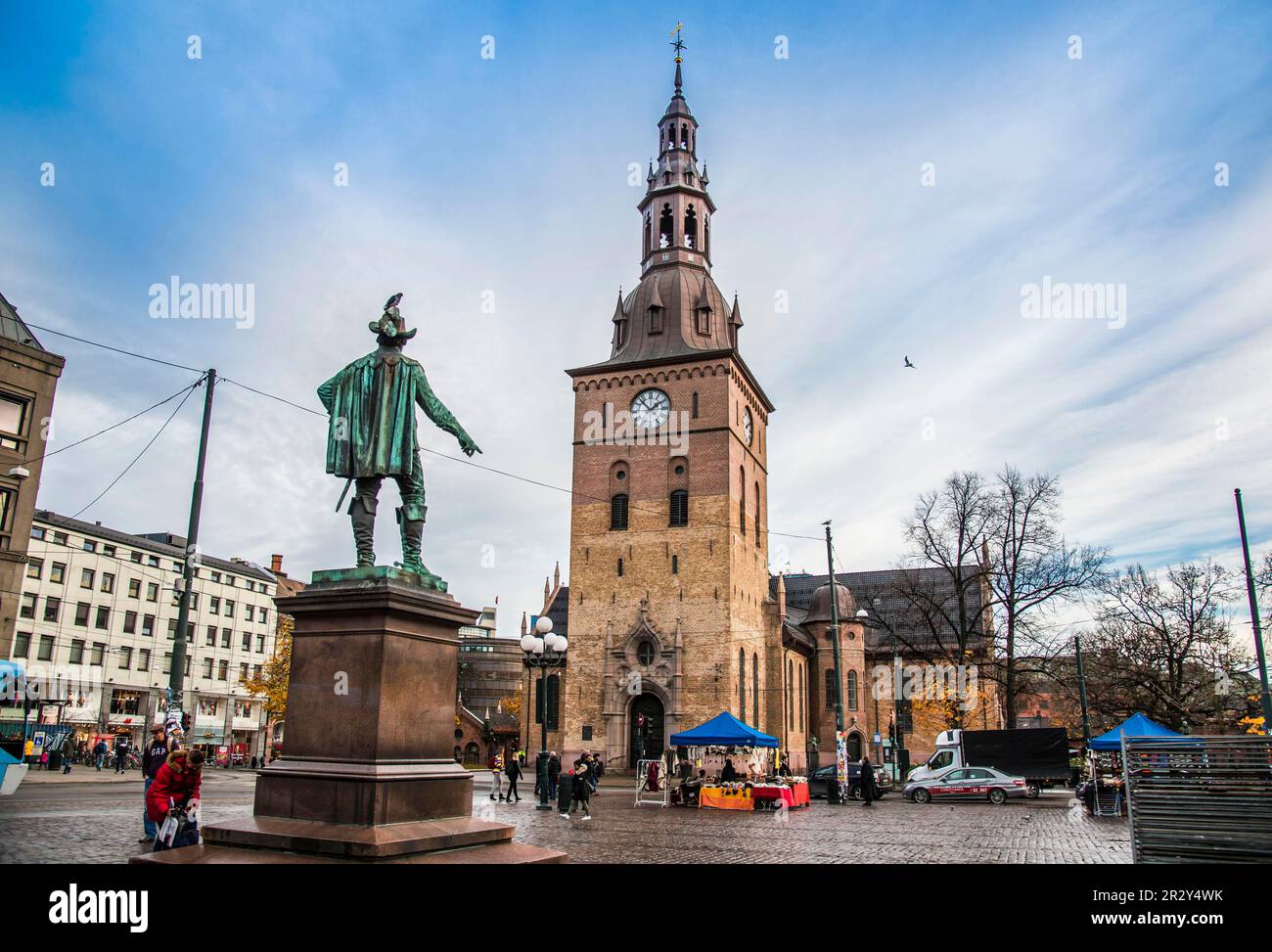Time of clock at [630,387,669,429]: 1:52
